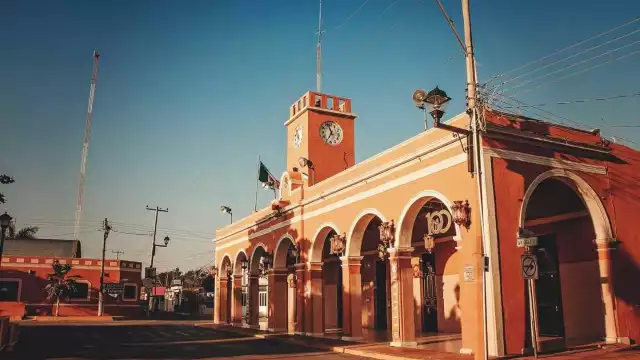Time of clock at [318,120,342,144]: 6:56
